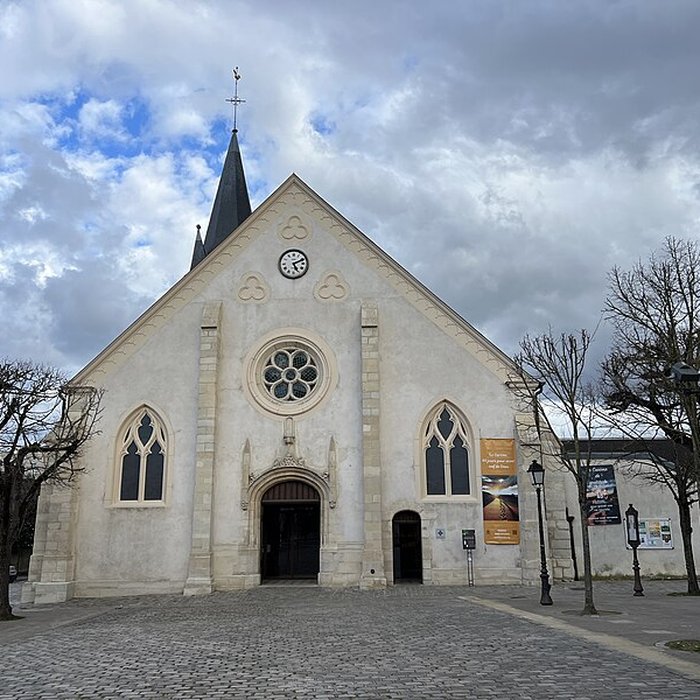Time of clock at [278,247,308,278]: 5:11
